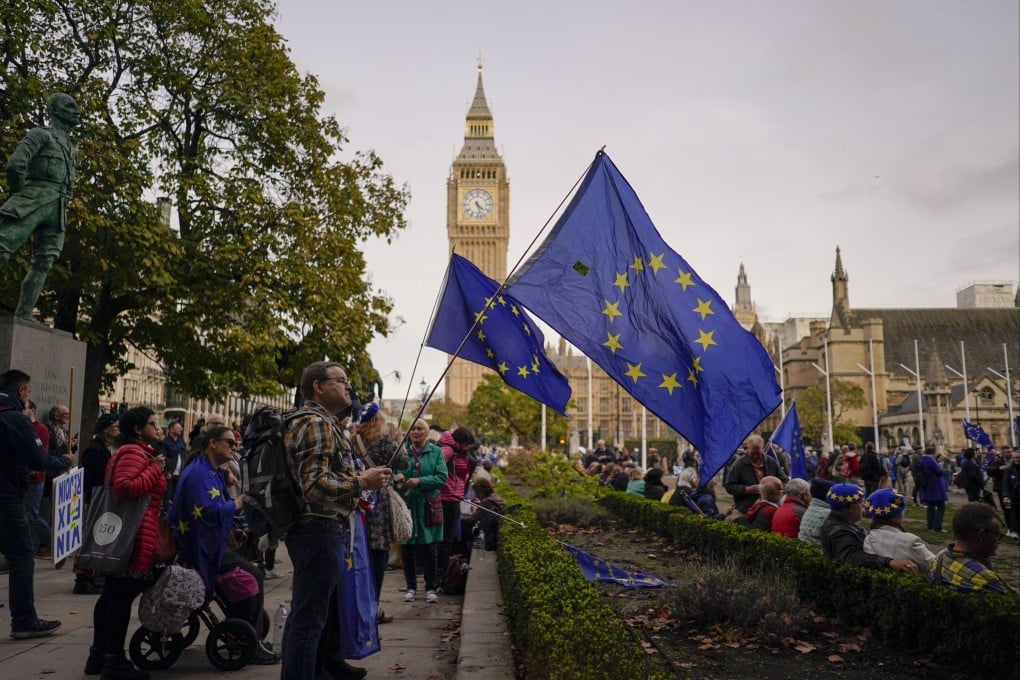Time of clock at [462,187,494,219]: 4:27
